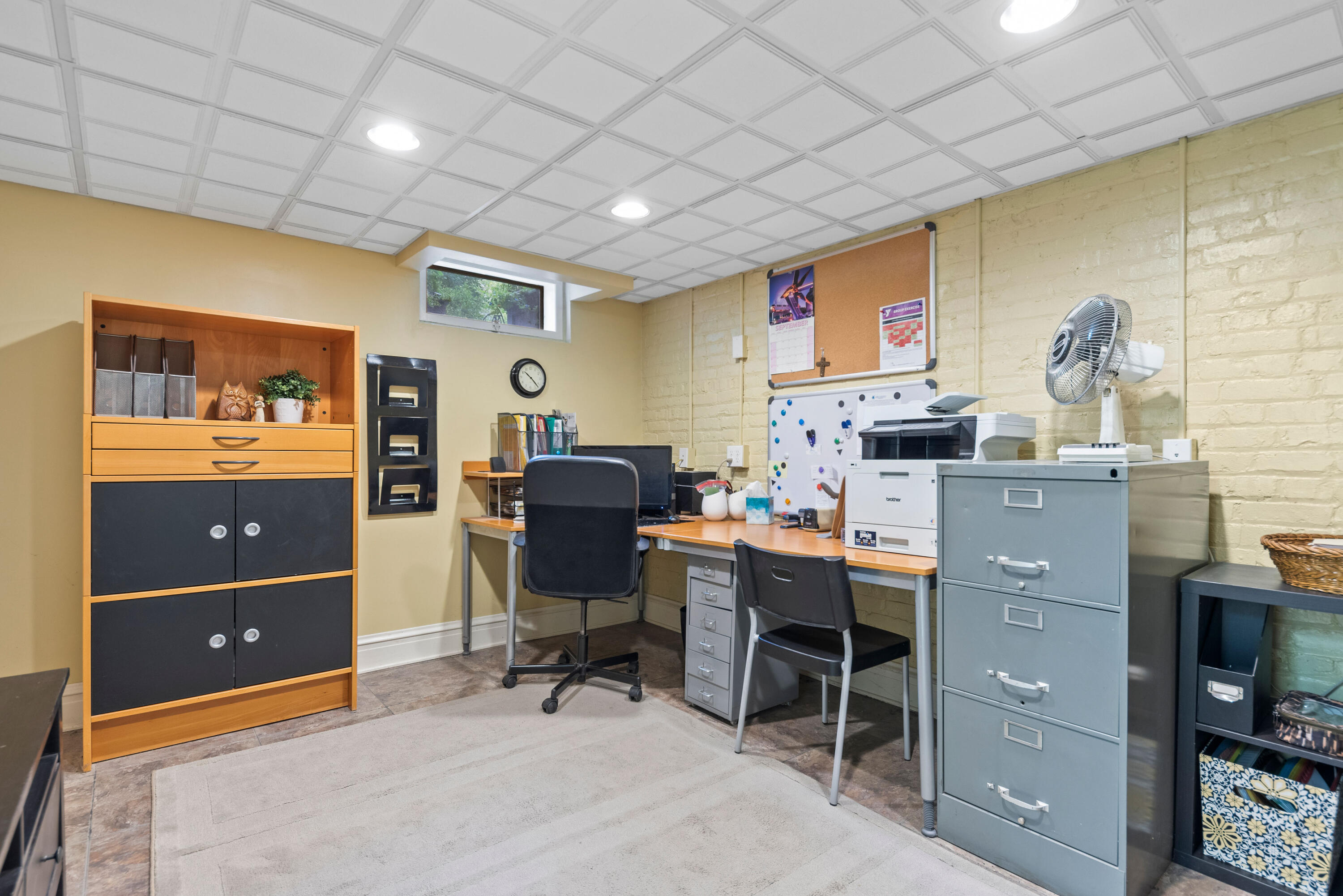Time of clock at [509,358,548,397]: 10:22
